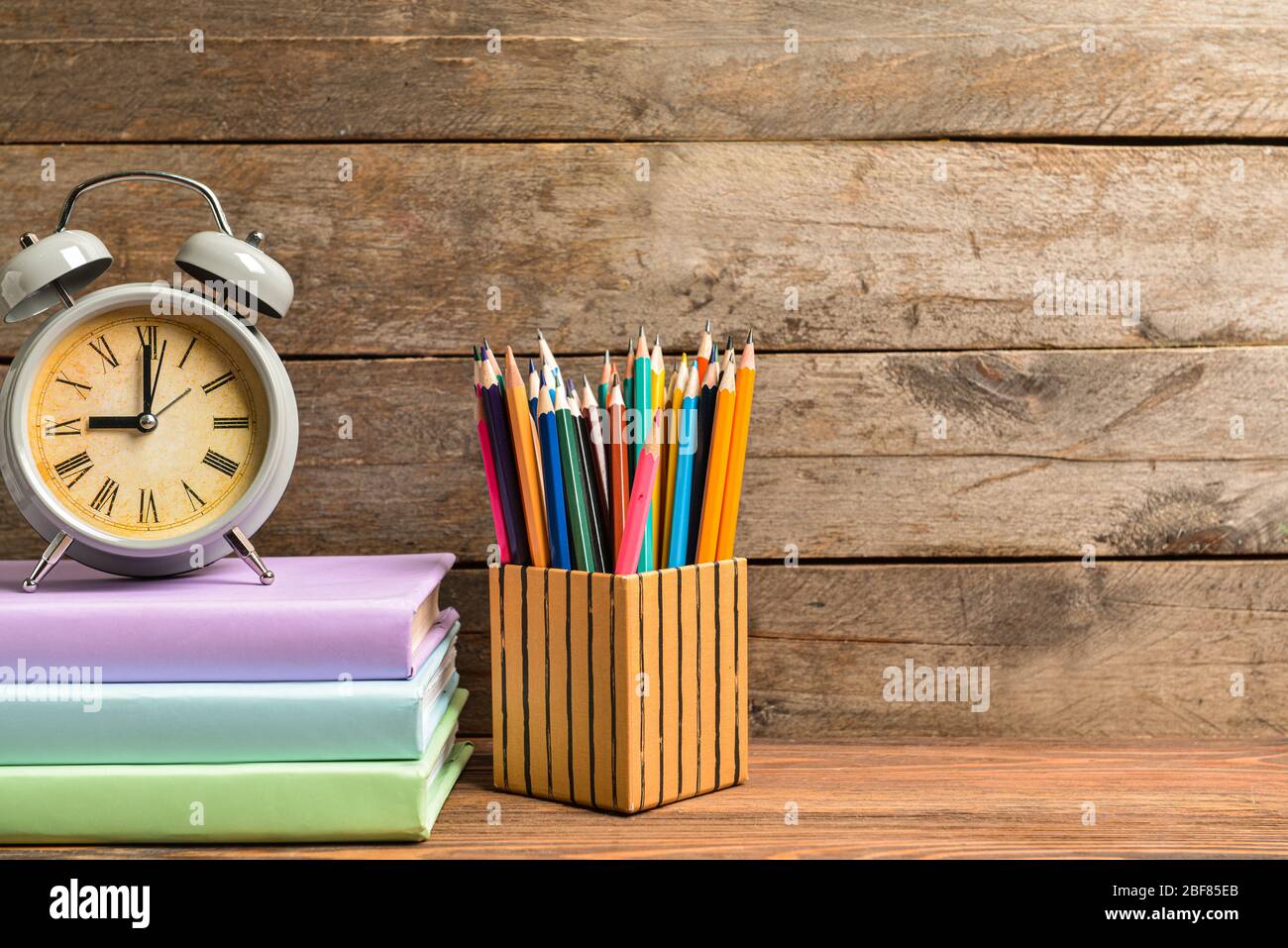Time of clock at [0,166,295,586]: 9:00
